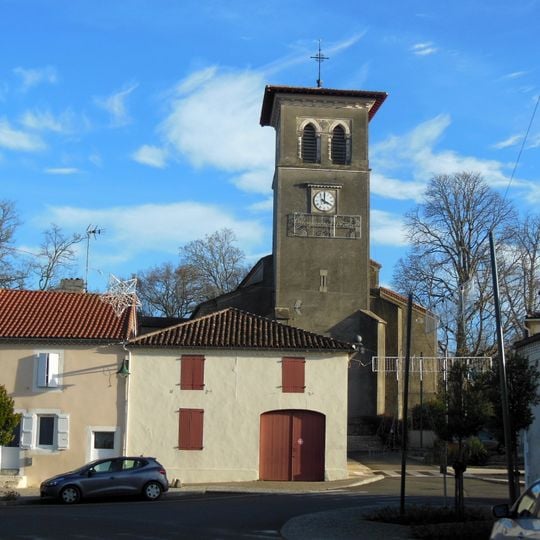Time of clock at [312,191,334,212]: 4:00
